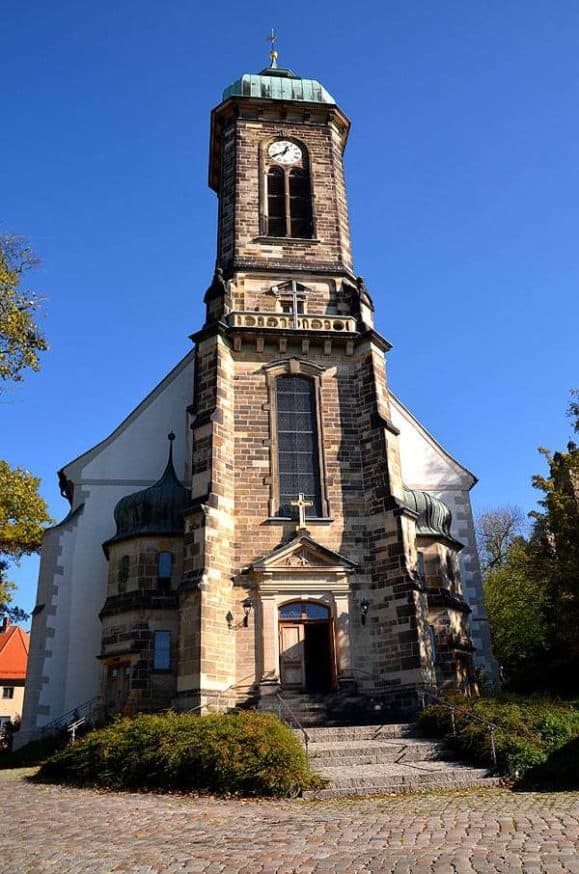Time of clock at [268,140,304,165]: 12:40
